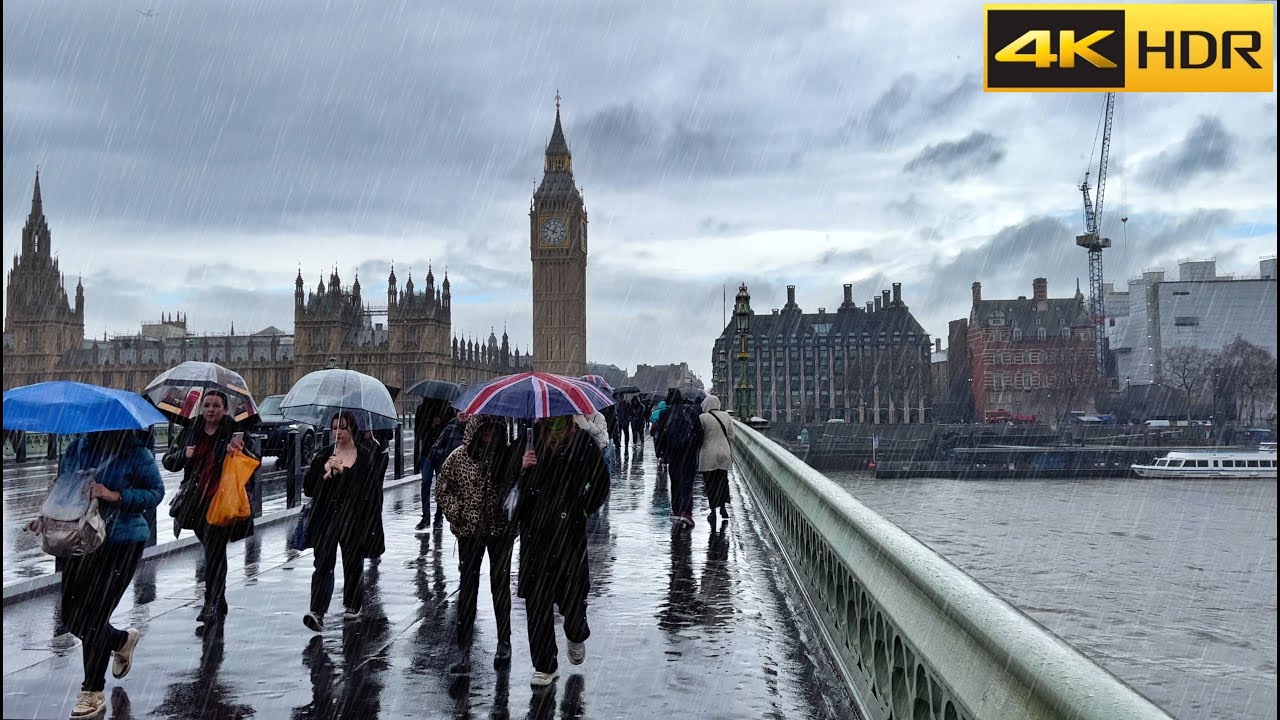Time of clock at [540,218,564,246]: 12:49
